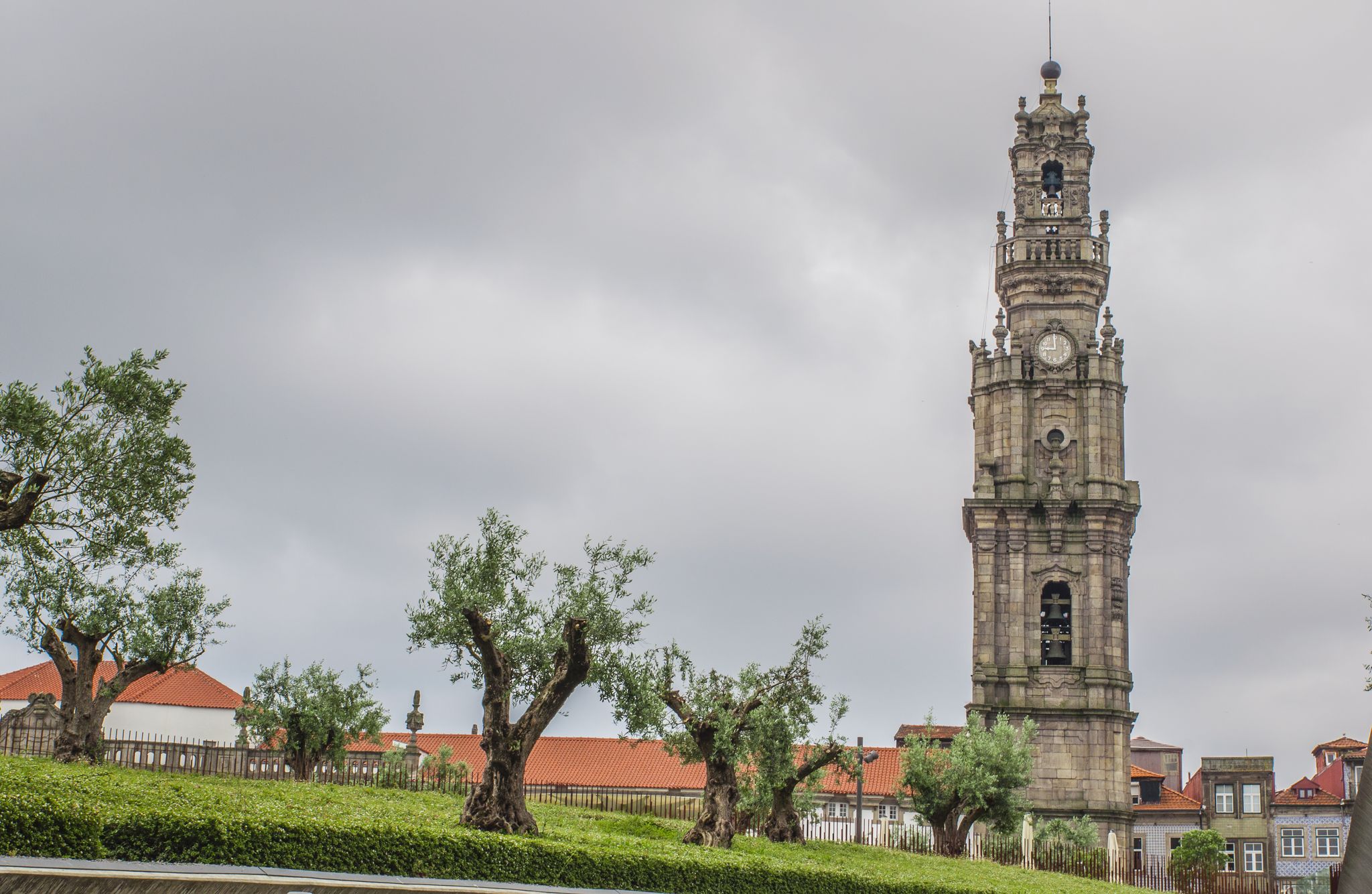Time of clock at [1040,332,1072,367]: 8:59
